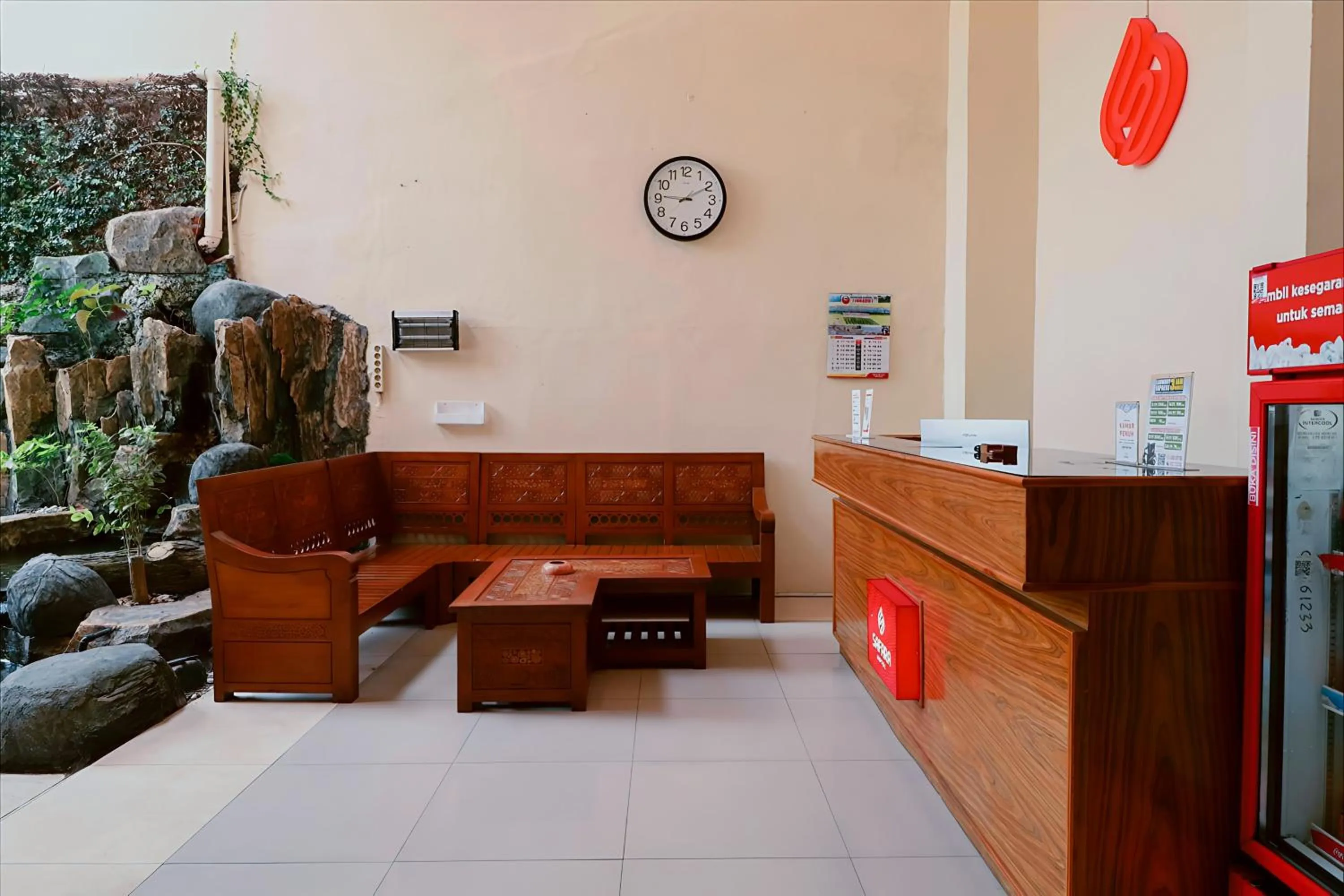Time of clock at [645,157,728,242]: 9:10
